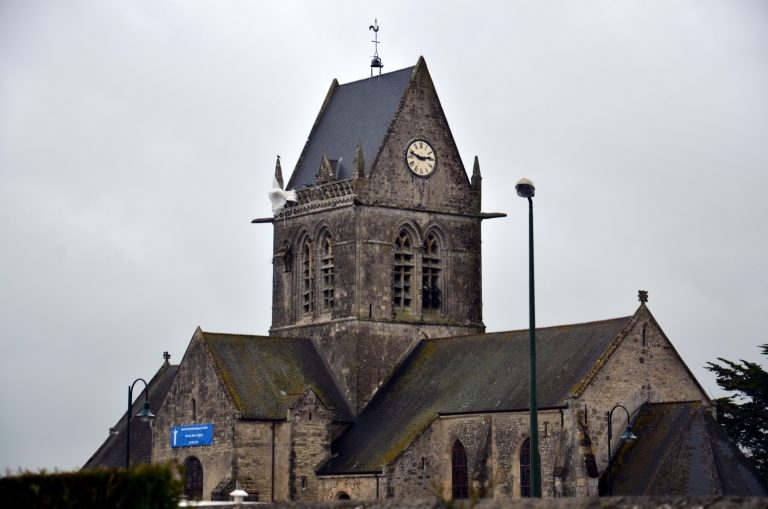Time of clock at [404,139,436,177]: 2:48
